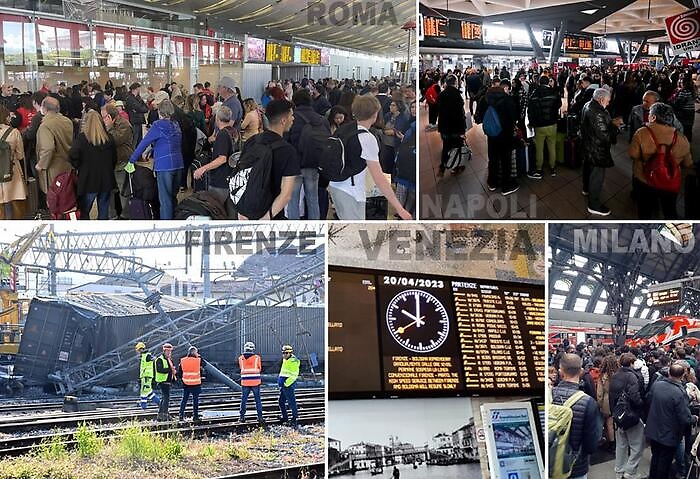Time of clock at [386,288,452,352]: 10:00
